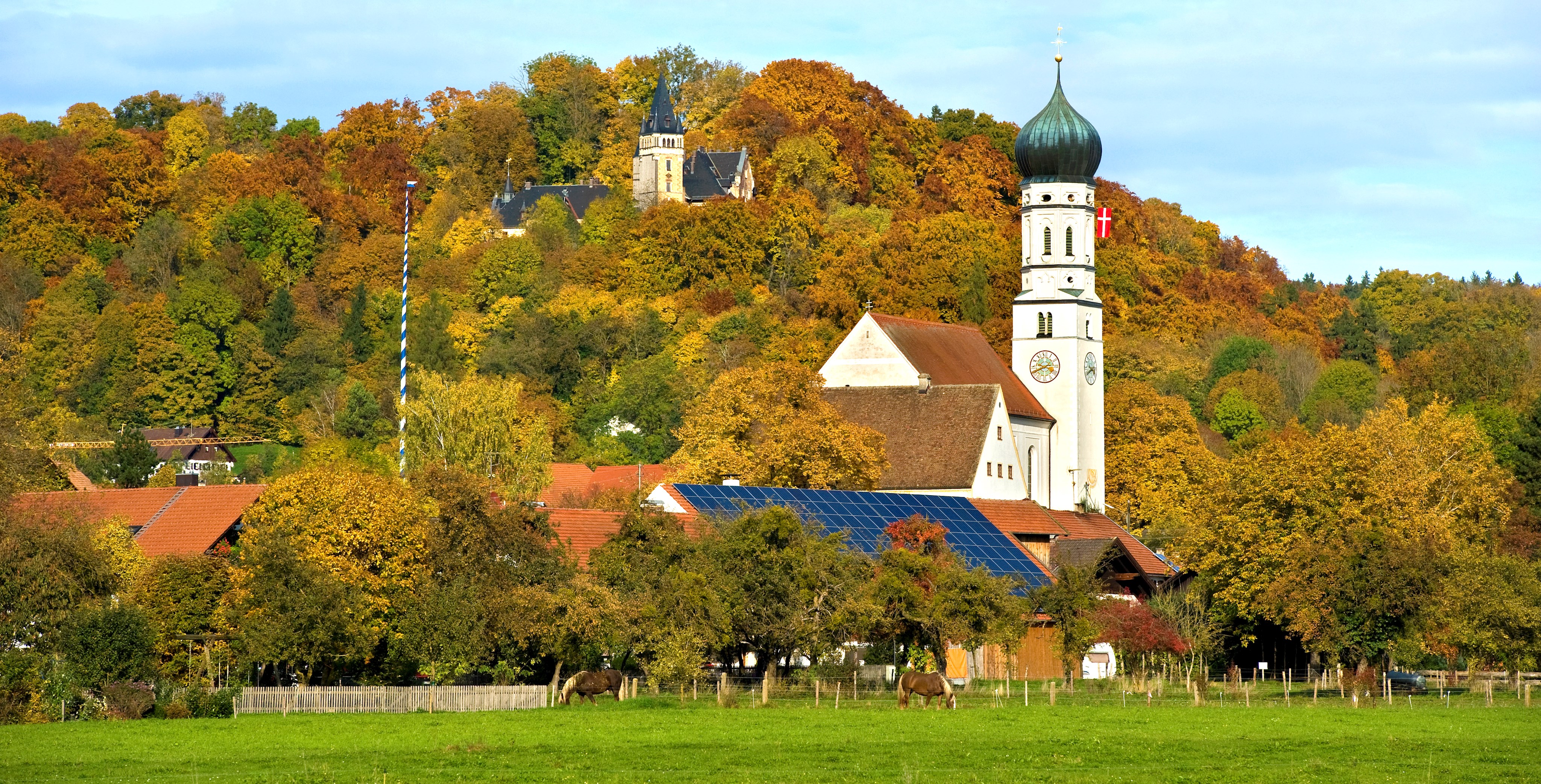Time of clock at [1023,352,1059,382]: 3:40
